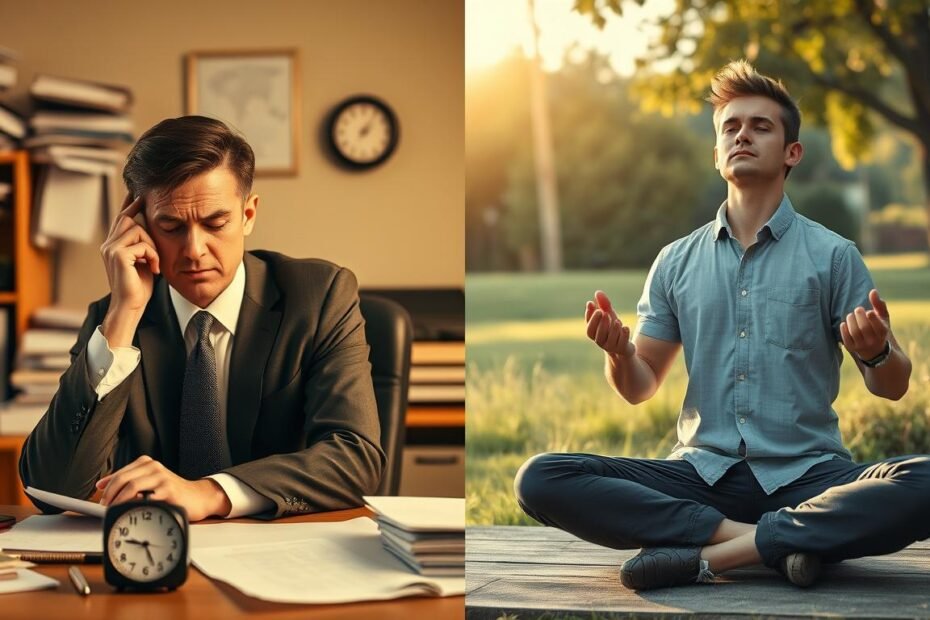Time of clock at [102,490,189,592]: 9:26
